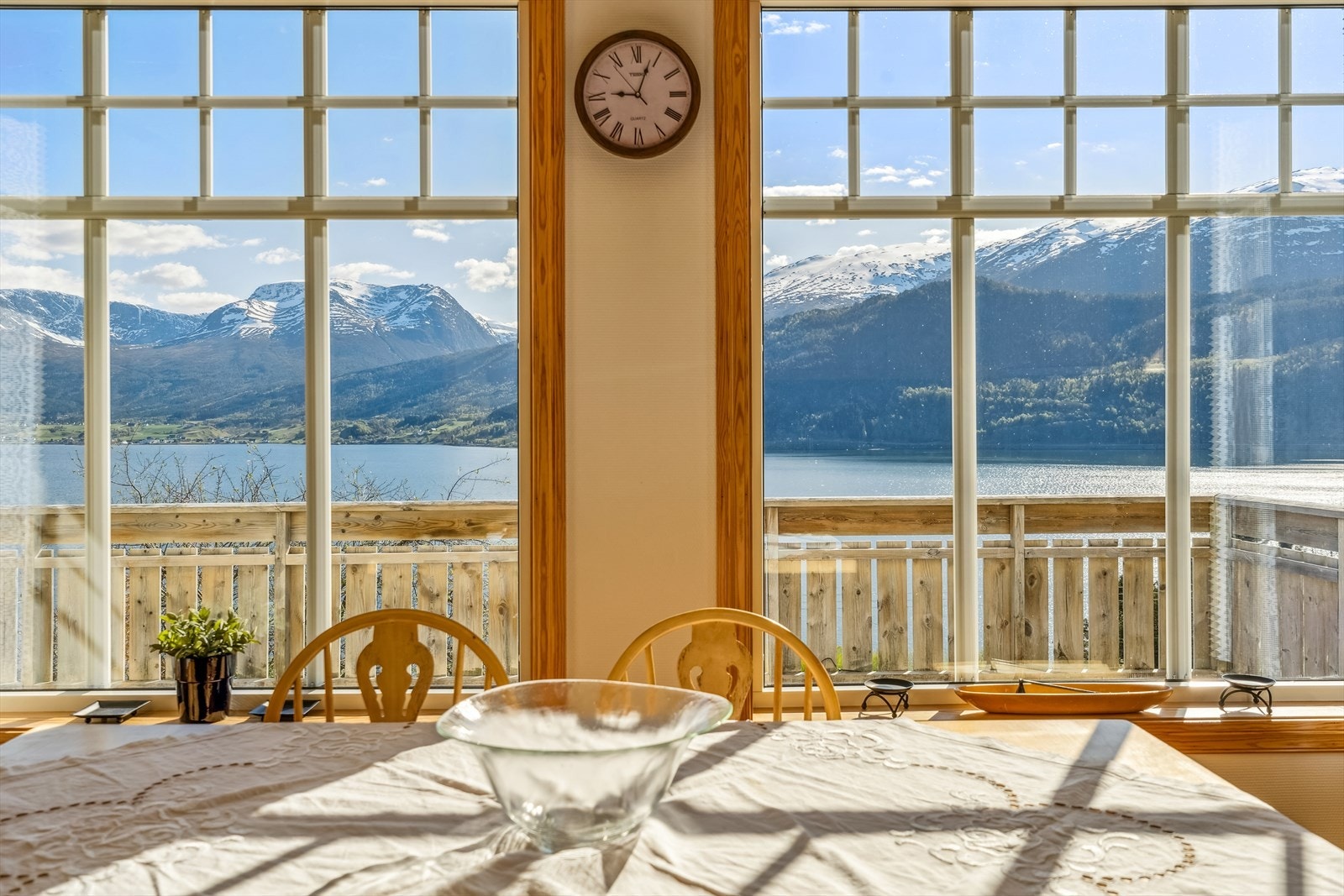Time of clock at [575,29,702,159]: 9:03
